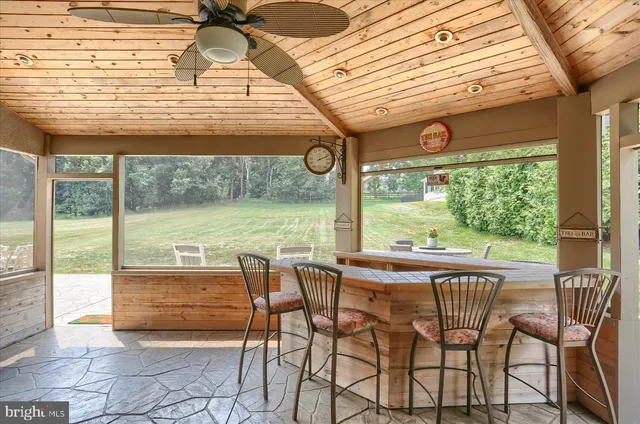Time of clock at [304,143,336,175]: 2:11
